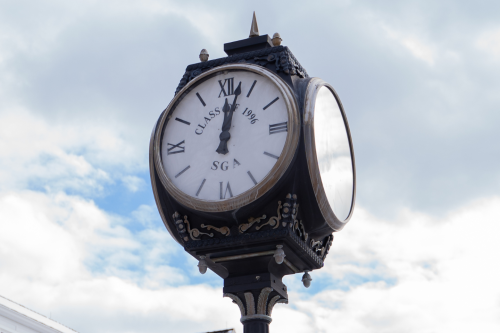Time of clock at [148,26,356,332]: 12:02
